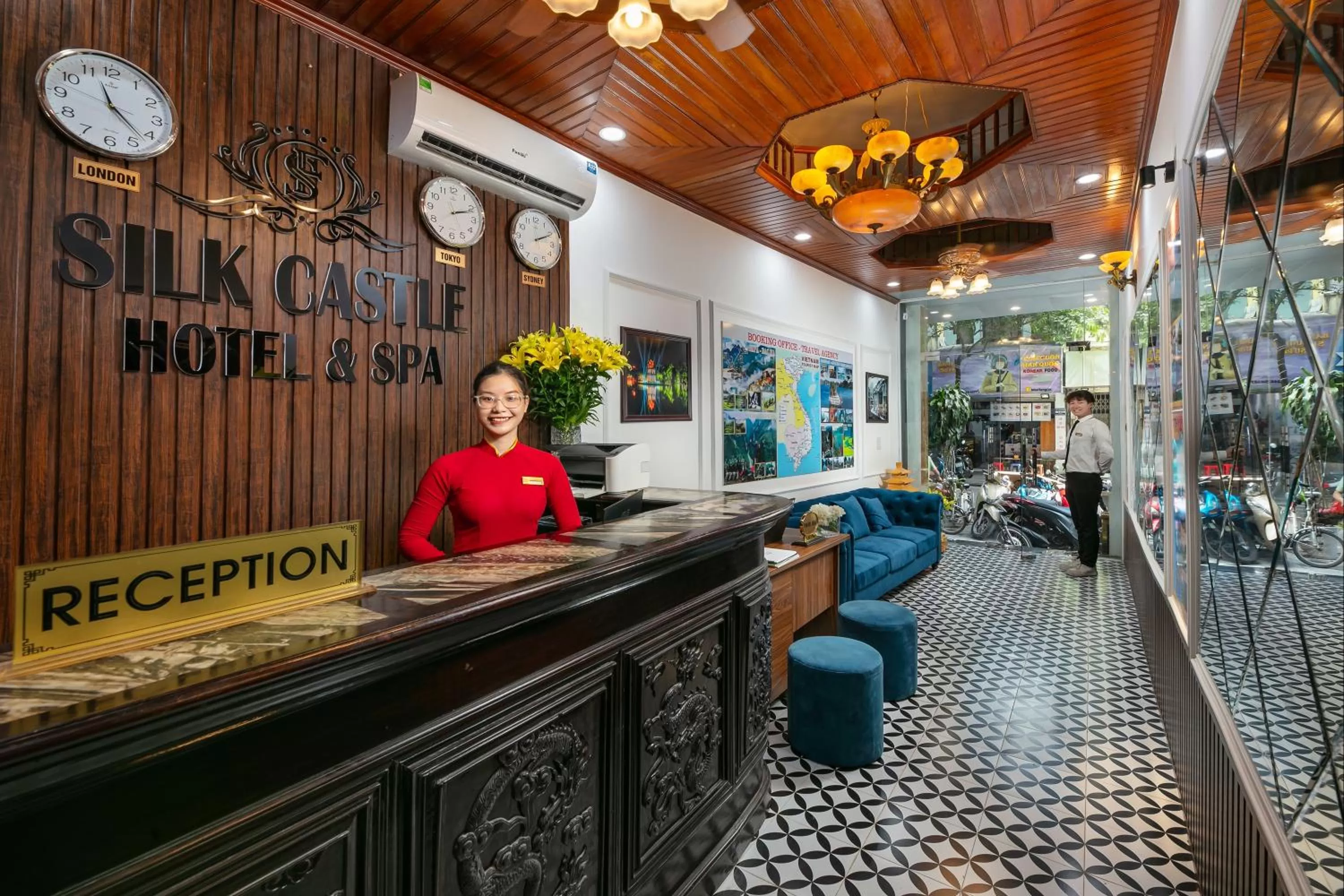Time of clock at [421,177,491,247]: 2:11
